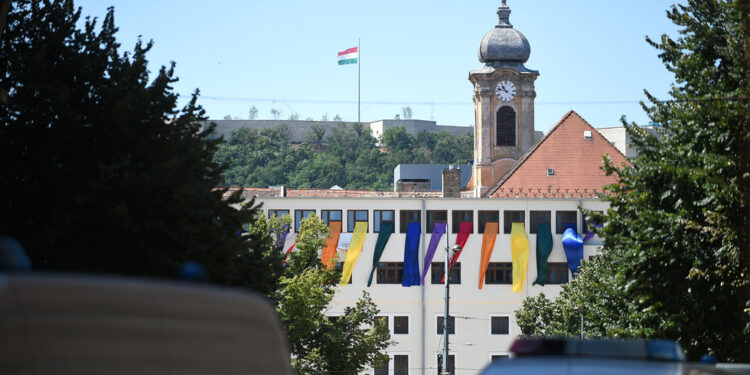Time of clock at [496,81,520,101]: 10:47
